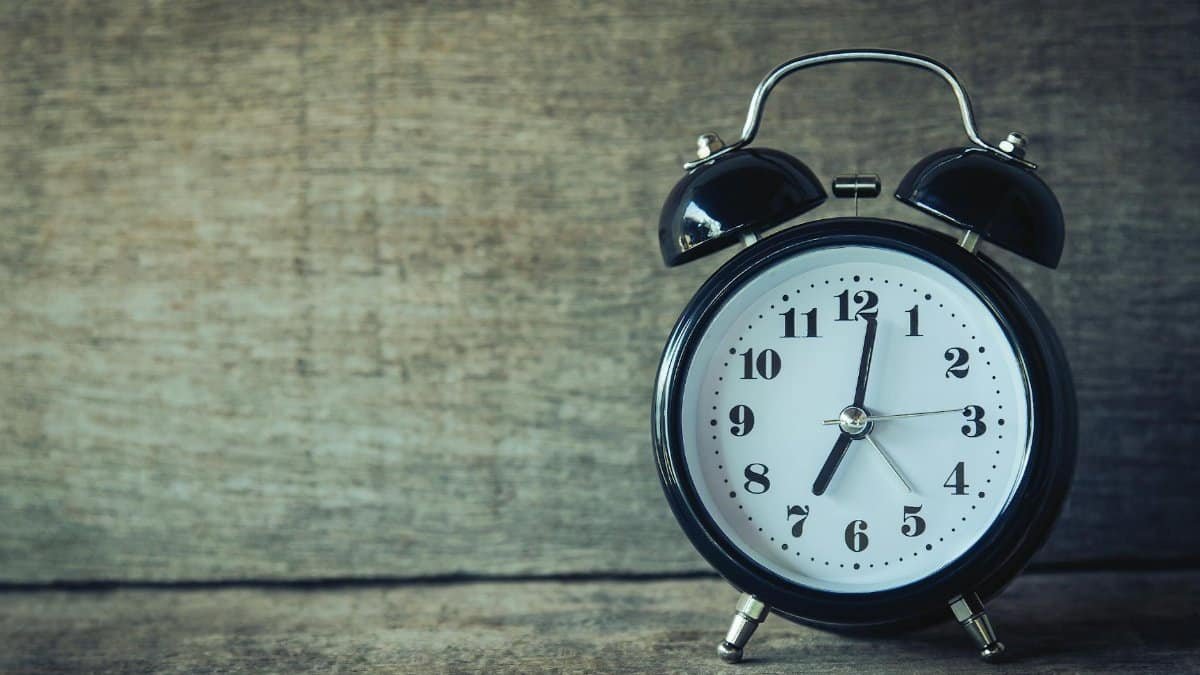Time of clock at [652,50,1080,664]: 7:01
